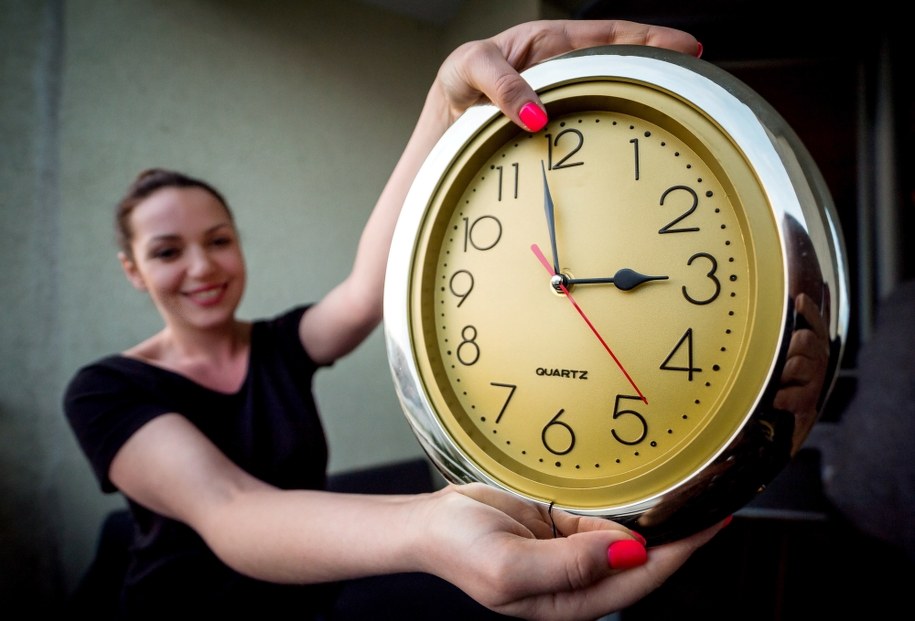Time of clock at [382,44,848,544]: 2:58
